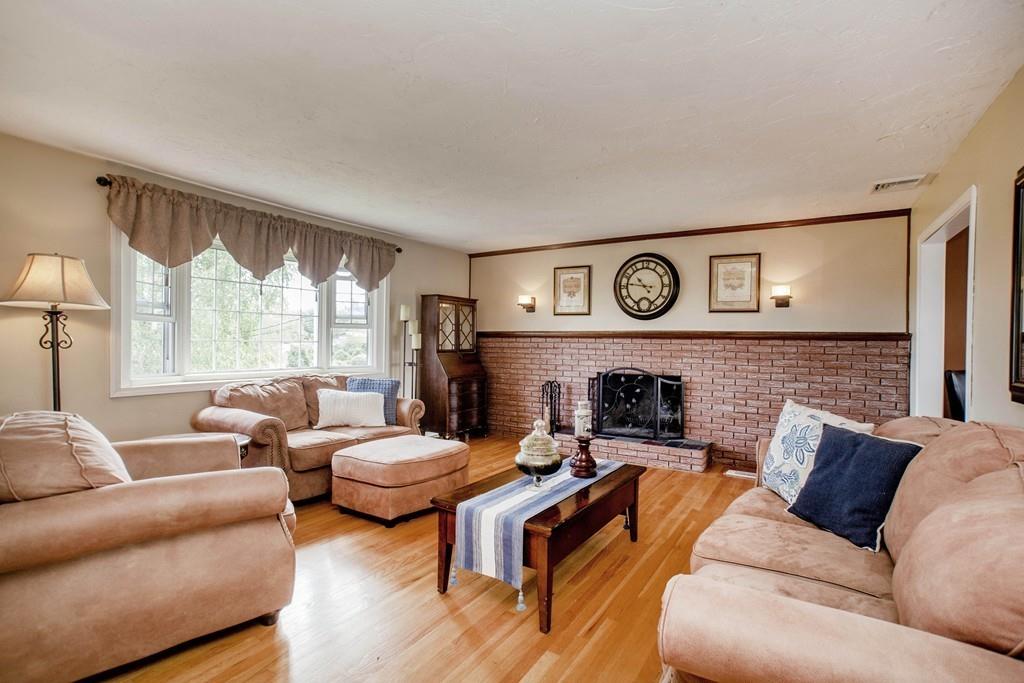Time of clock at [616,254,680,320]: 10:46
